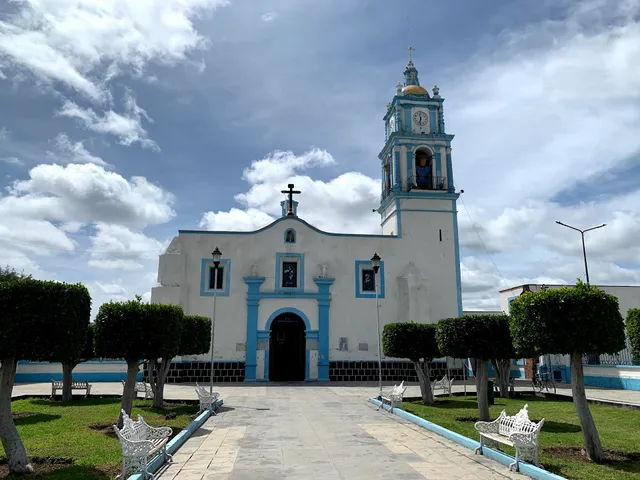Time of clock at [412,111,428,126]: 11:32
